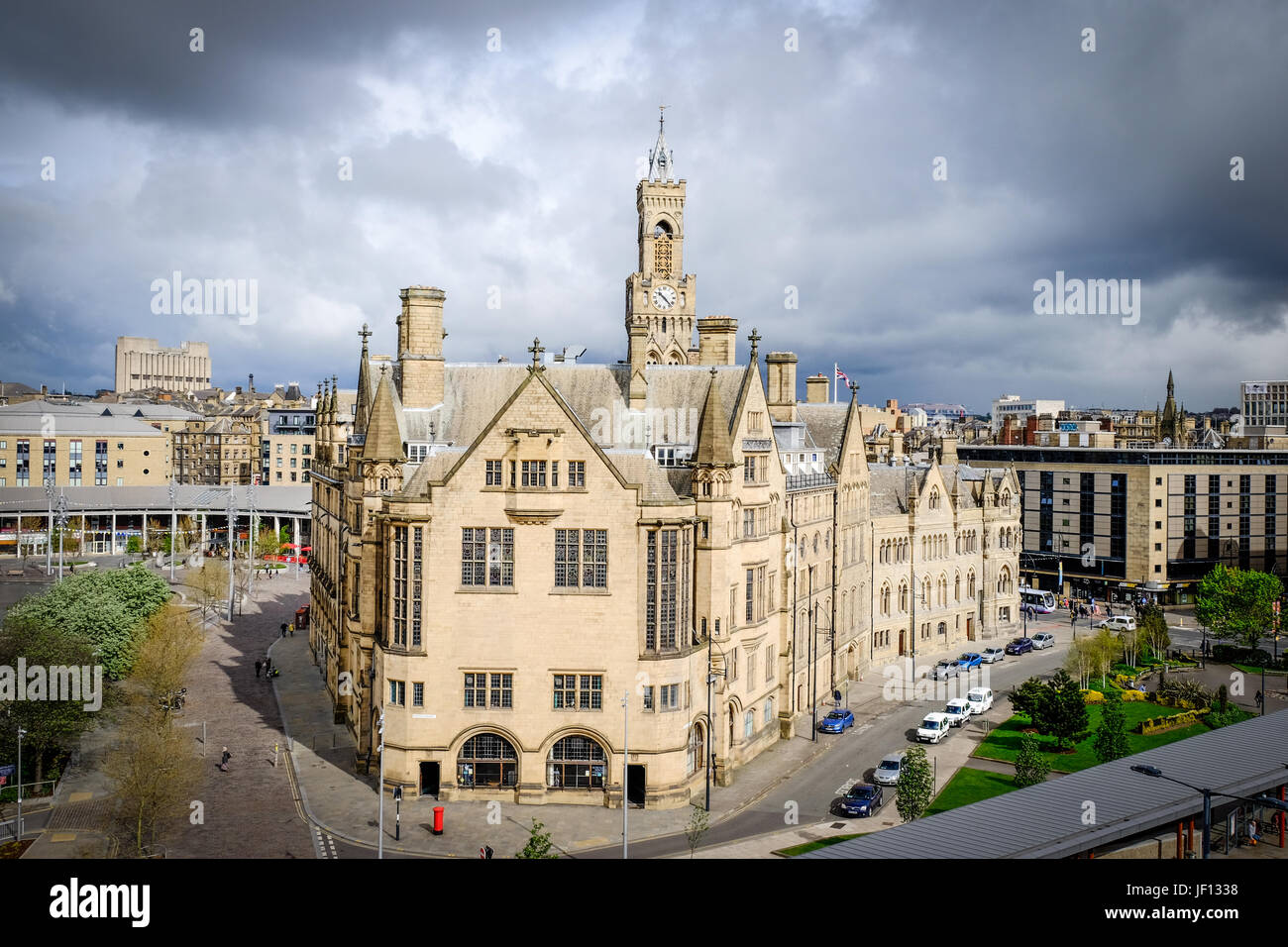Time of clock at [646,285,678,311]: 10:22
